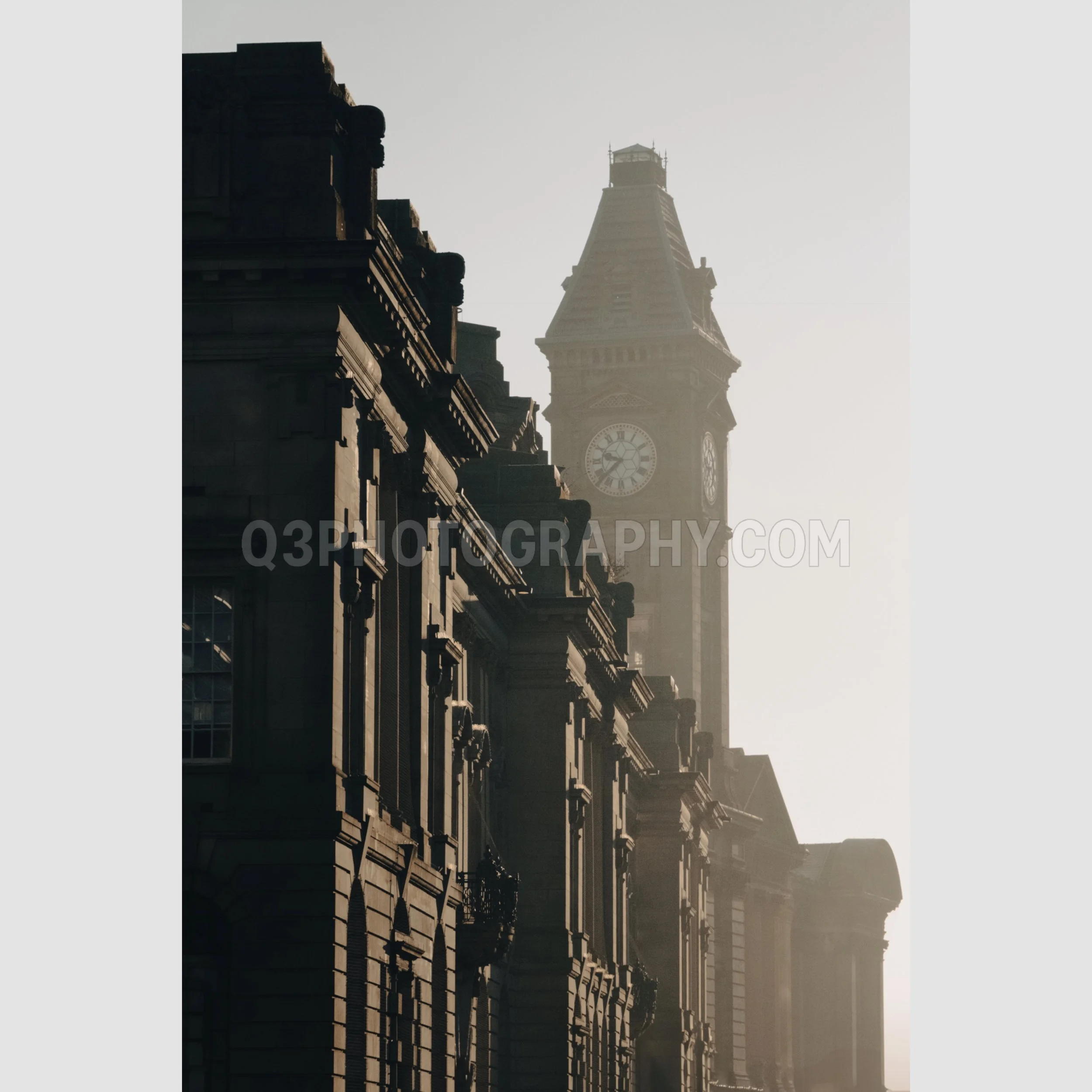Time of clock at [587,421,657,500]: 9:37
